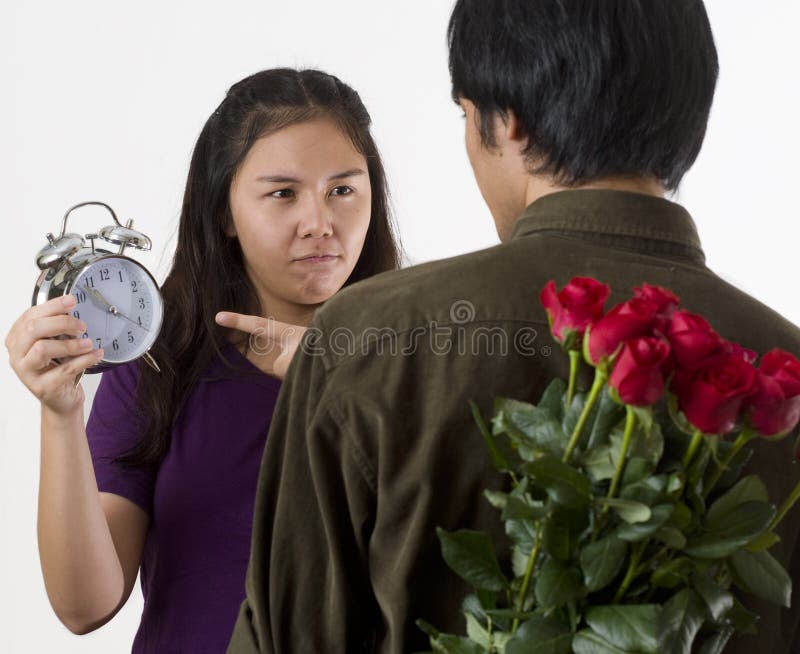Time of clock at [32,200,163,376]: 10:20
